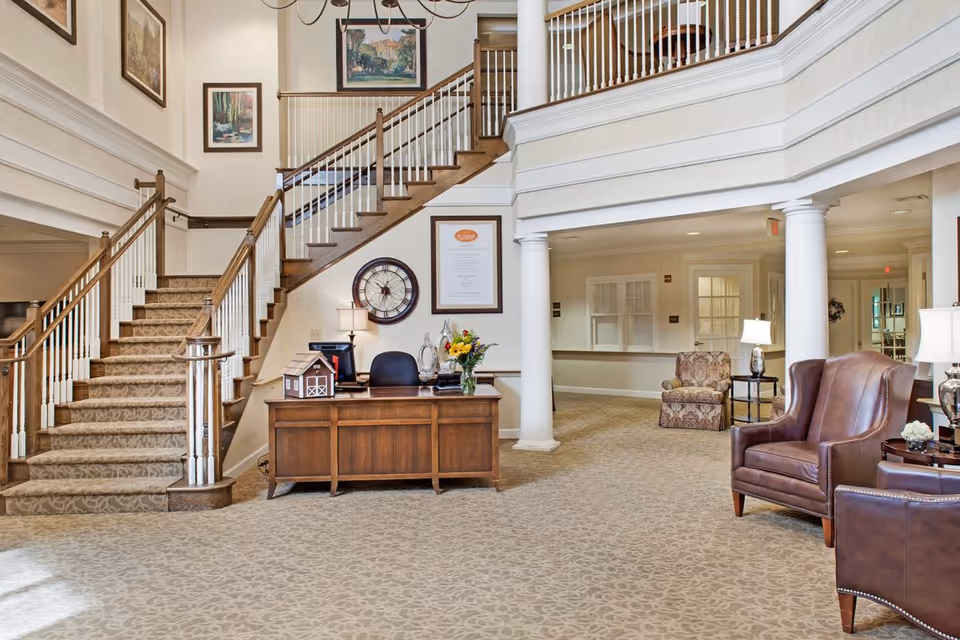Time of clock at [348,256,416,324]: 10:33
